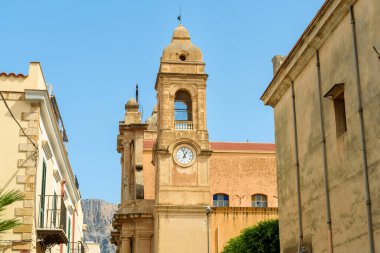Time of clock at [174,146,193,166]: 12:57
